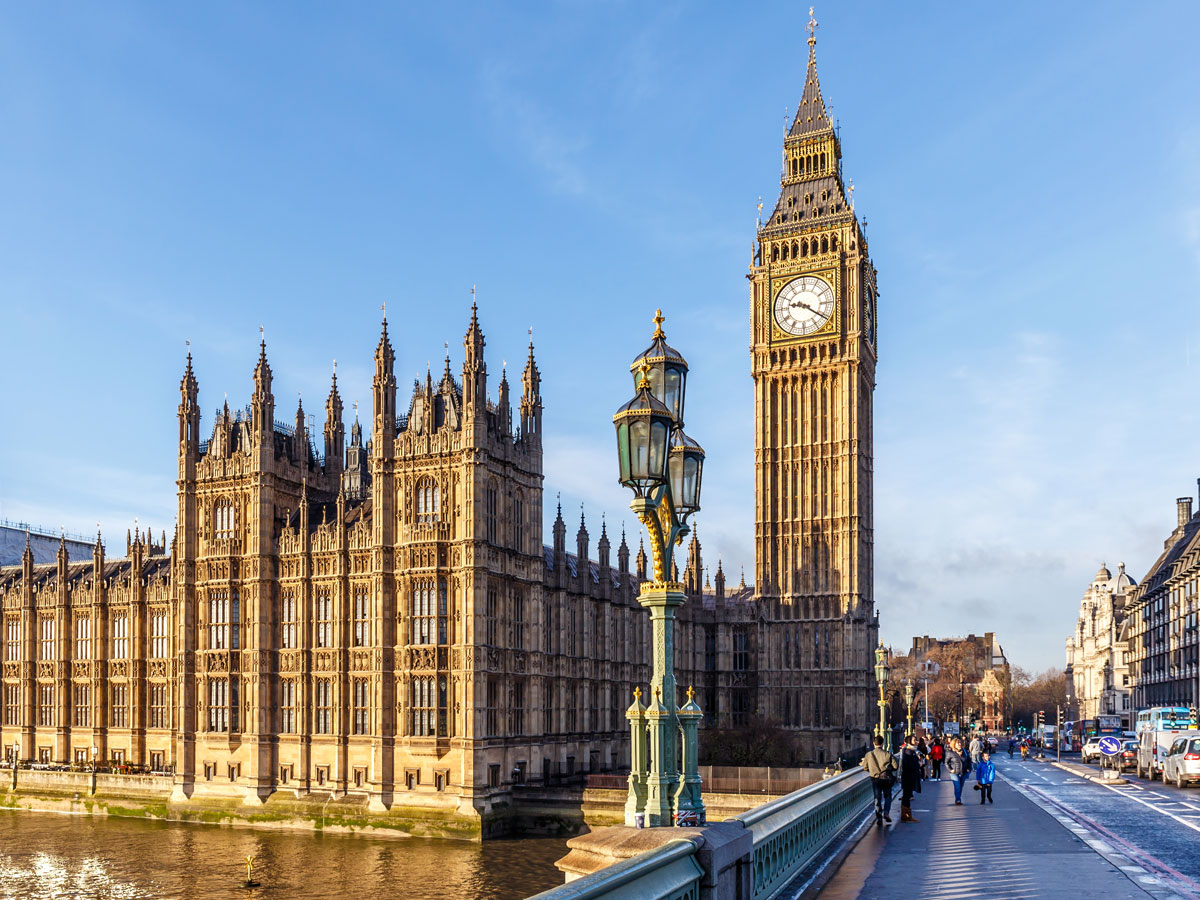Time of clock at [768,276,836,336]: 9:20
